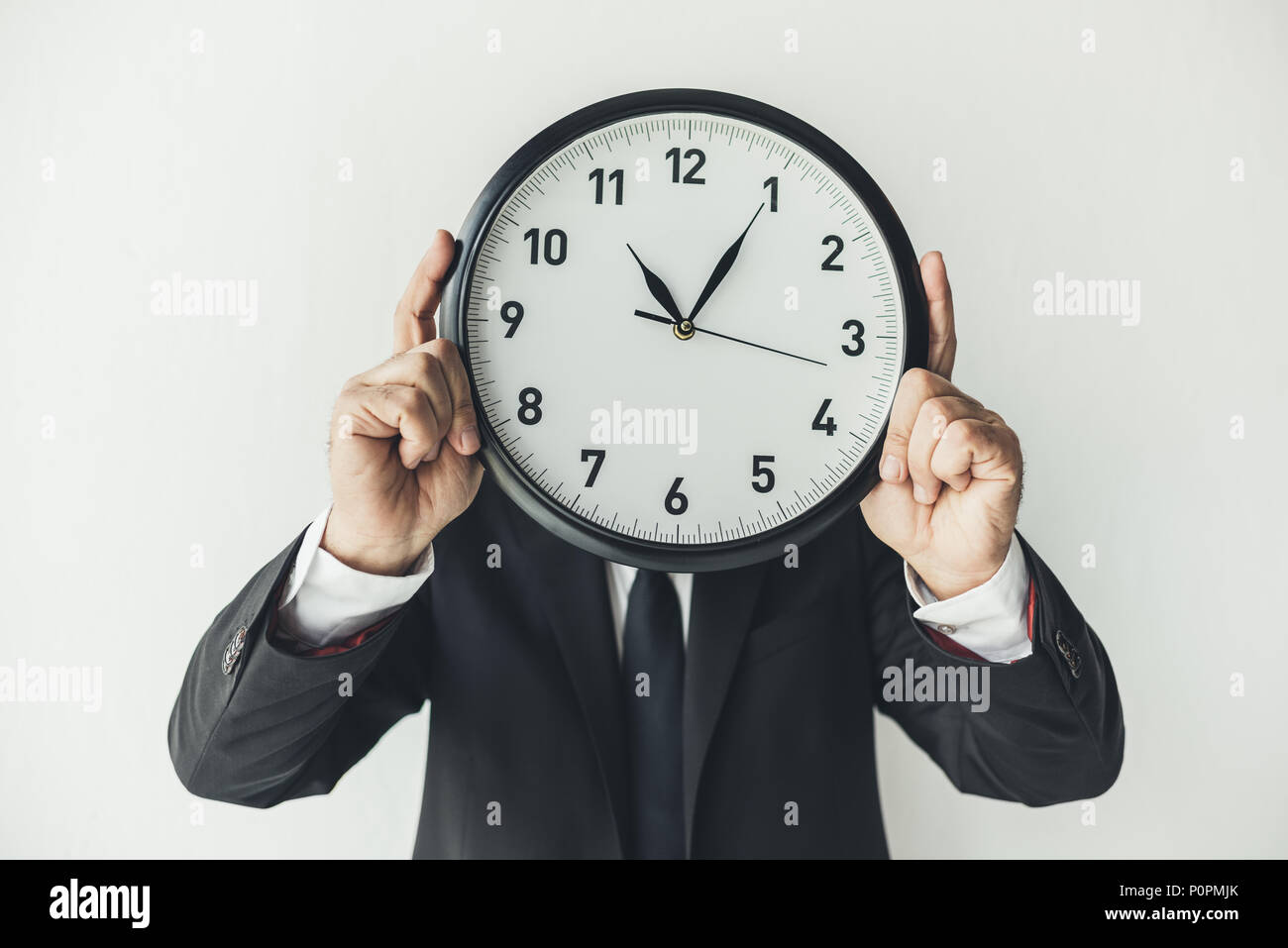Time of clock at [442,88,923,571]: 11:05
